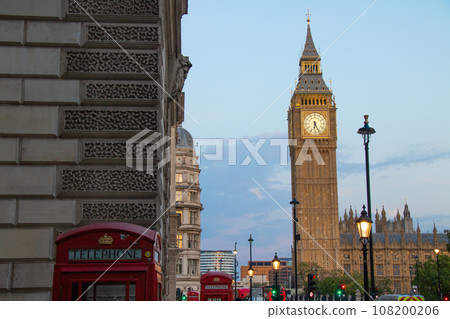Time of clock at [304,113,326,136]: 6:25
